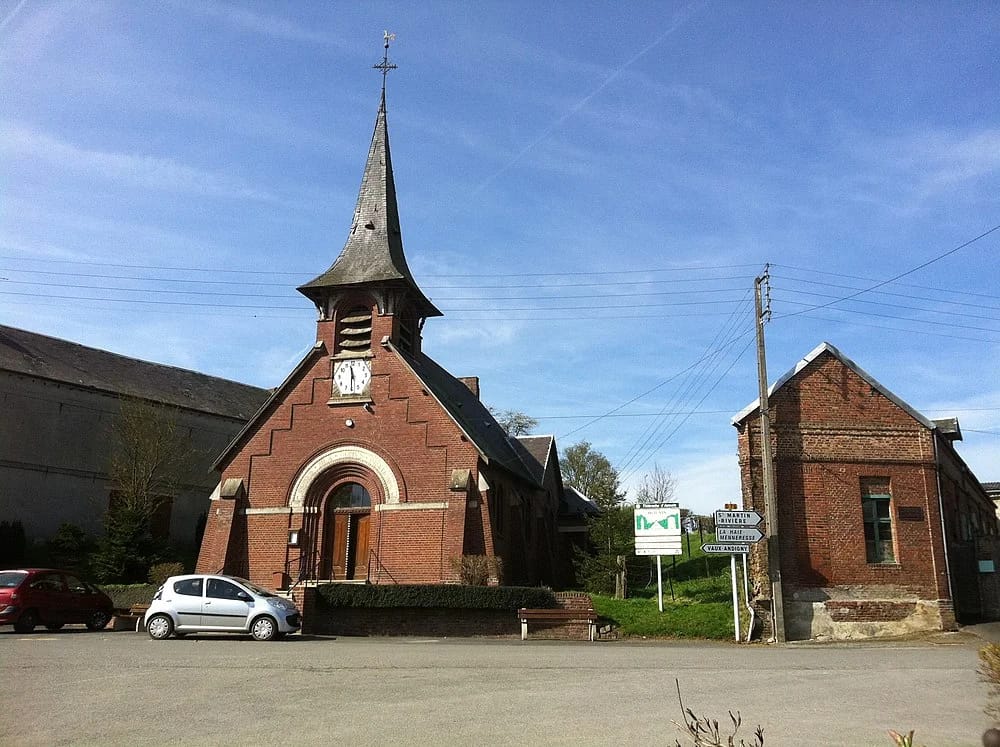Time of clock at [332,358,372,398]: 11:30
